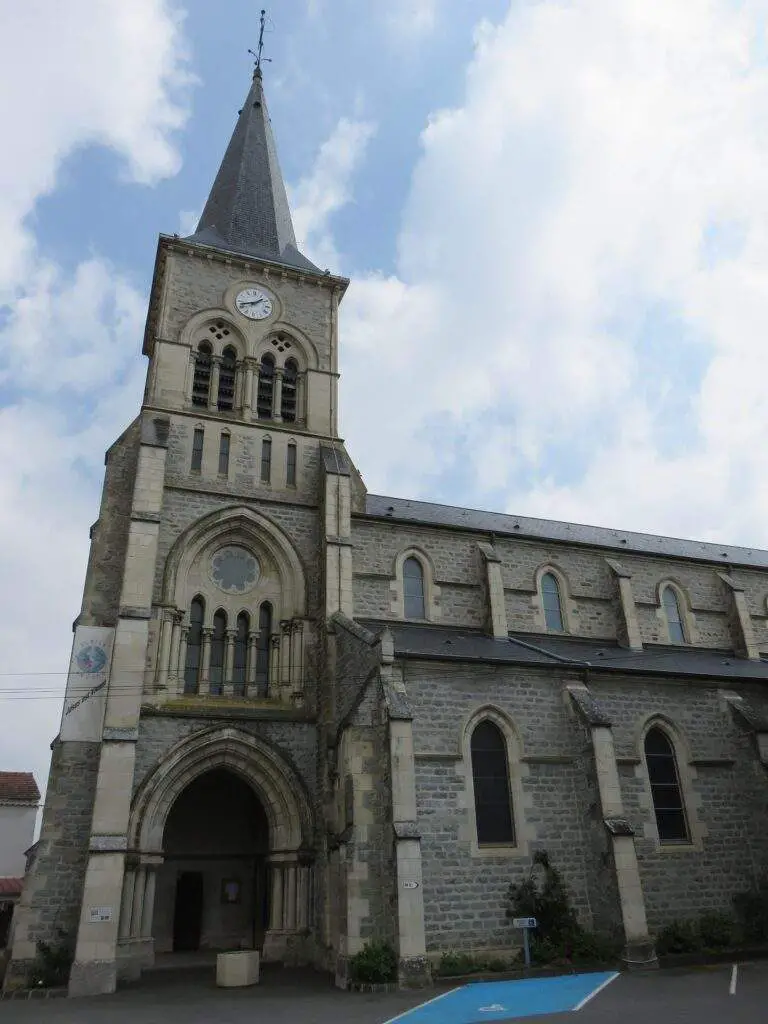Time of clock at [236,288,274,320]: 1:42
